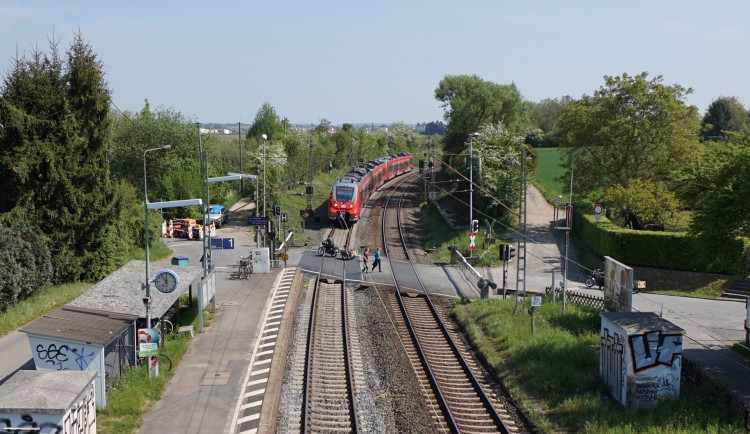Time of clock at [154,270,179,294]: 11:53
